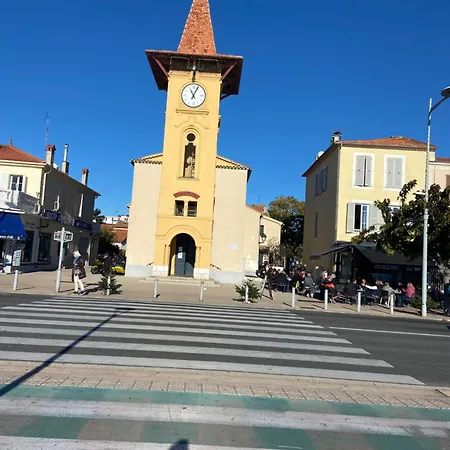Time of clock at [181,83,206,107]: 11:04
